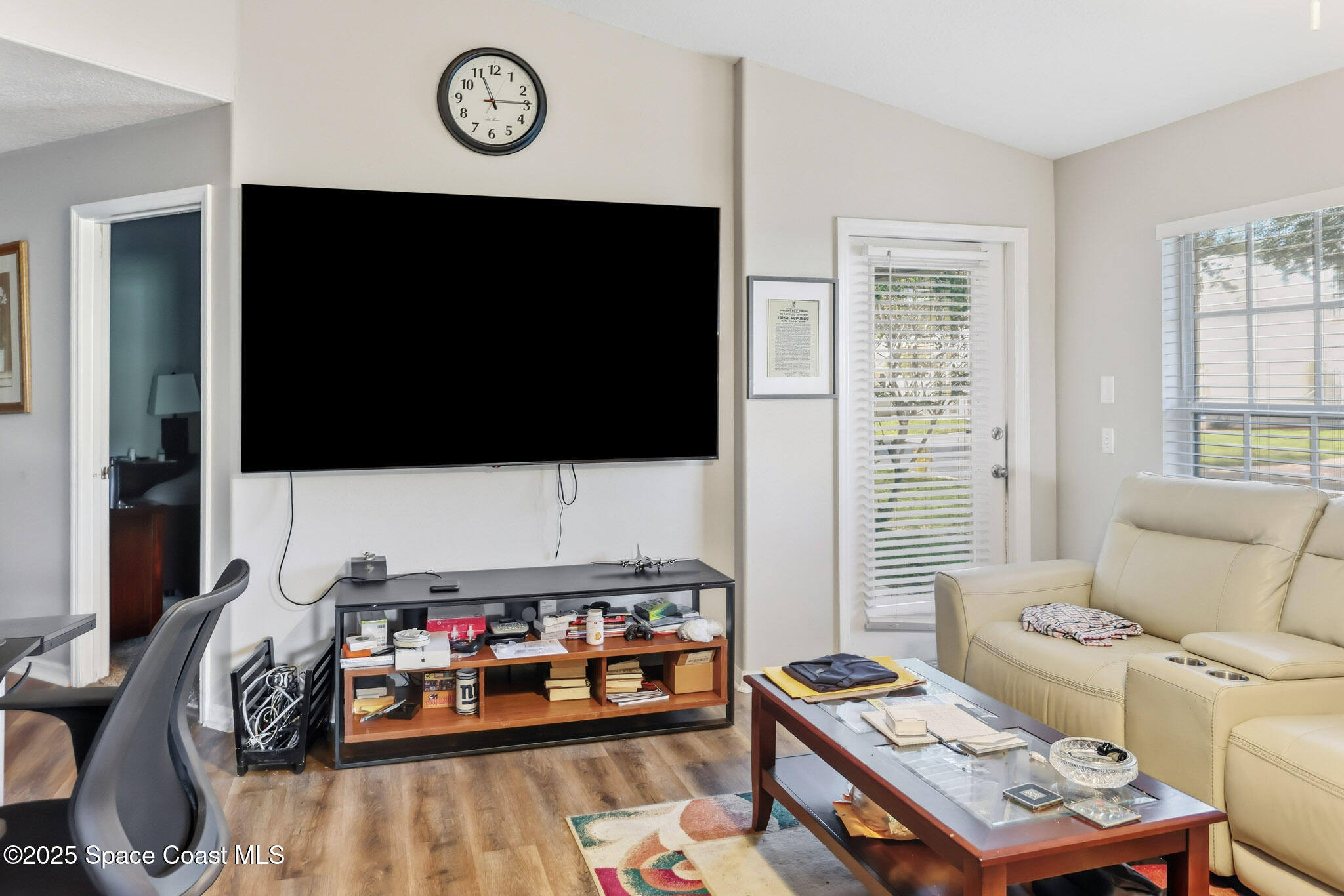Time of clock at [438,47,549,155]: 11:14
